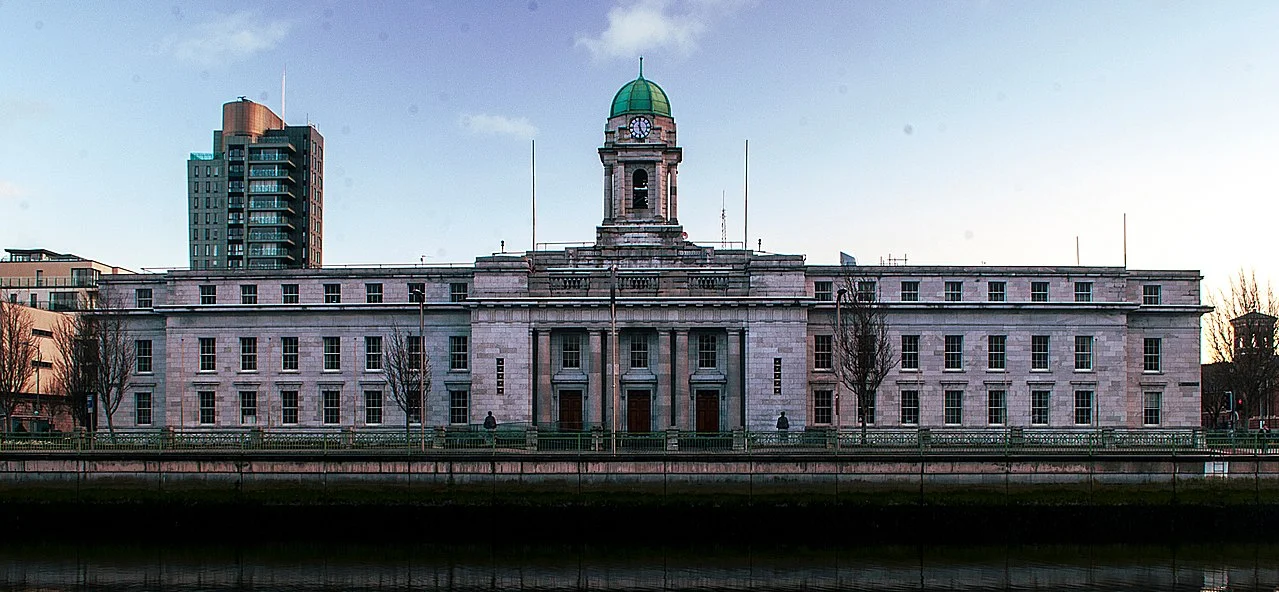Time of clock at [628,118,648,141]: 4:59
